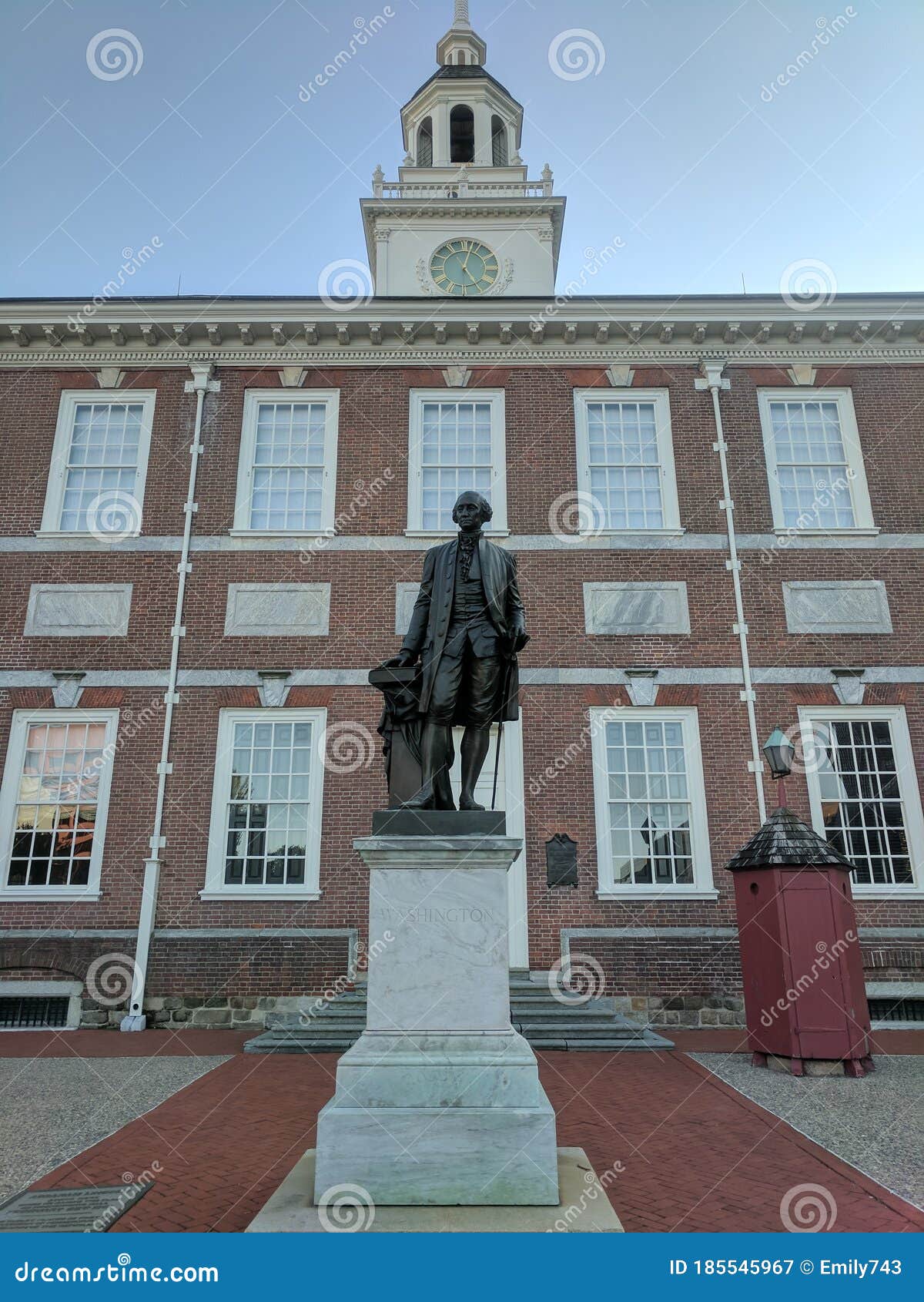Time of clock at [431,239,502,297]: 5:02
